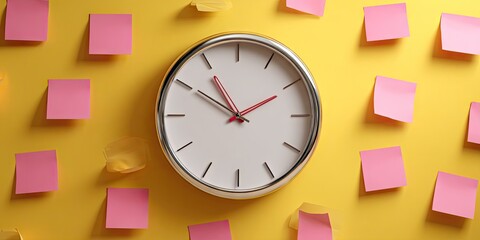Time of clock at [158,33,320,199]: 10:50
